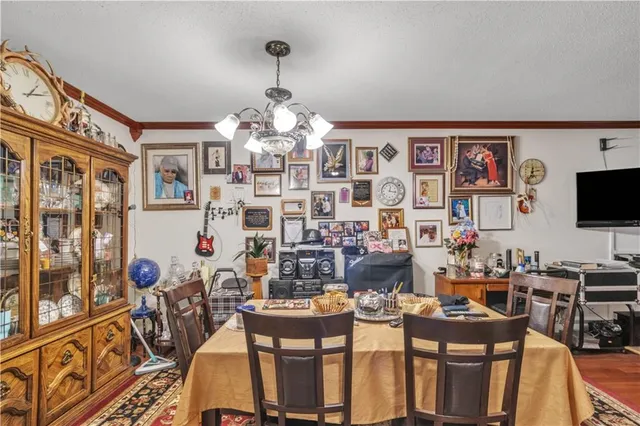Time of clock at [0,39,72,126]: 1:11
